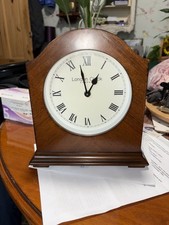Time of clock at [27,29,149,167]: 12:57
